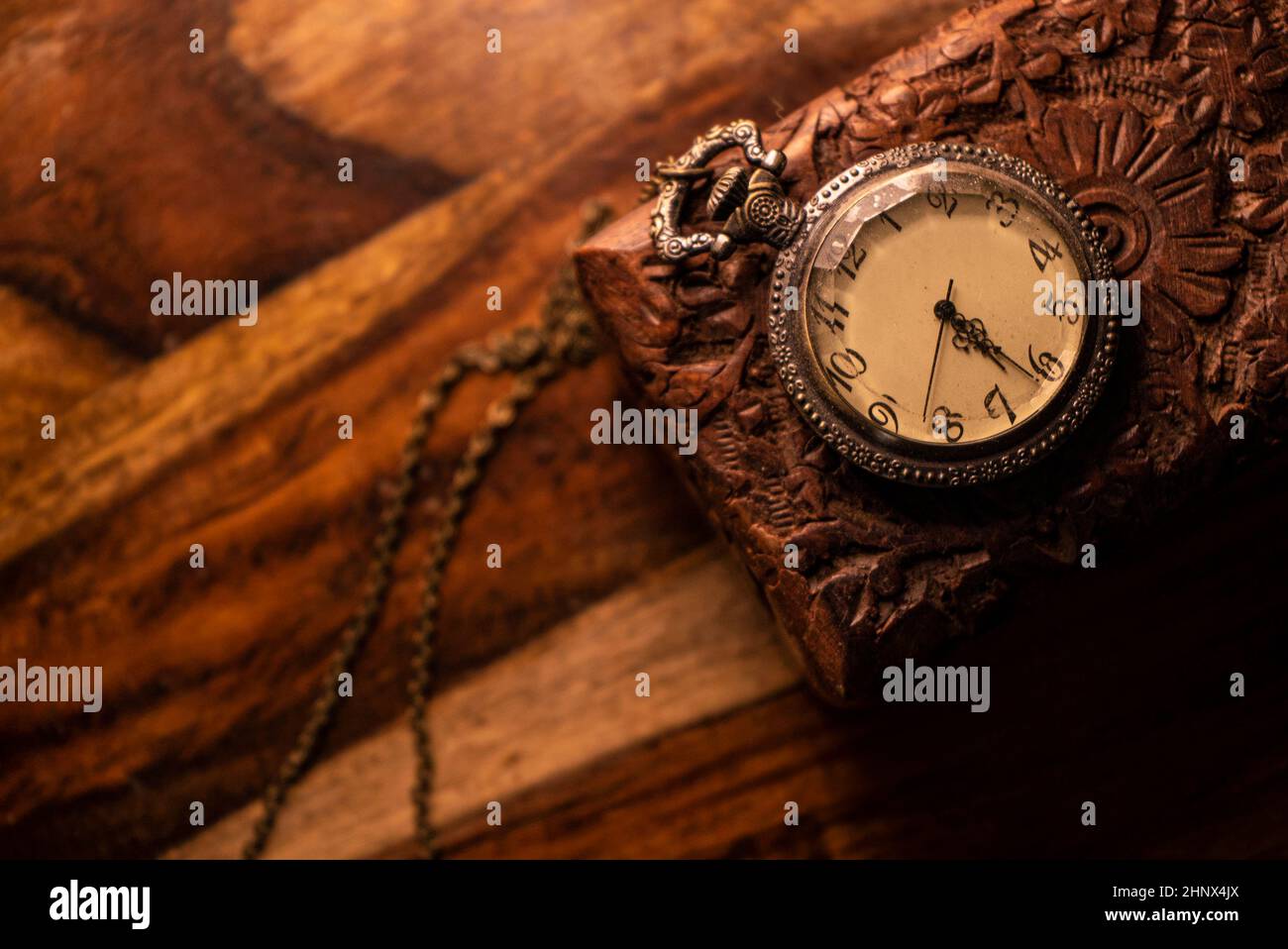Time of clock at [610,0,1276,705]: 4:21
